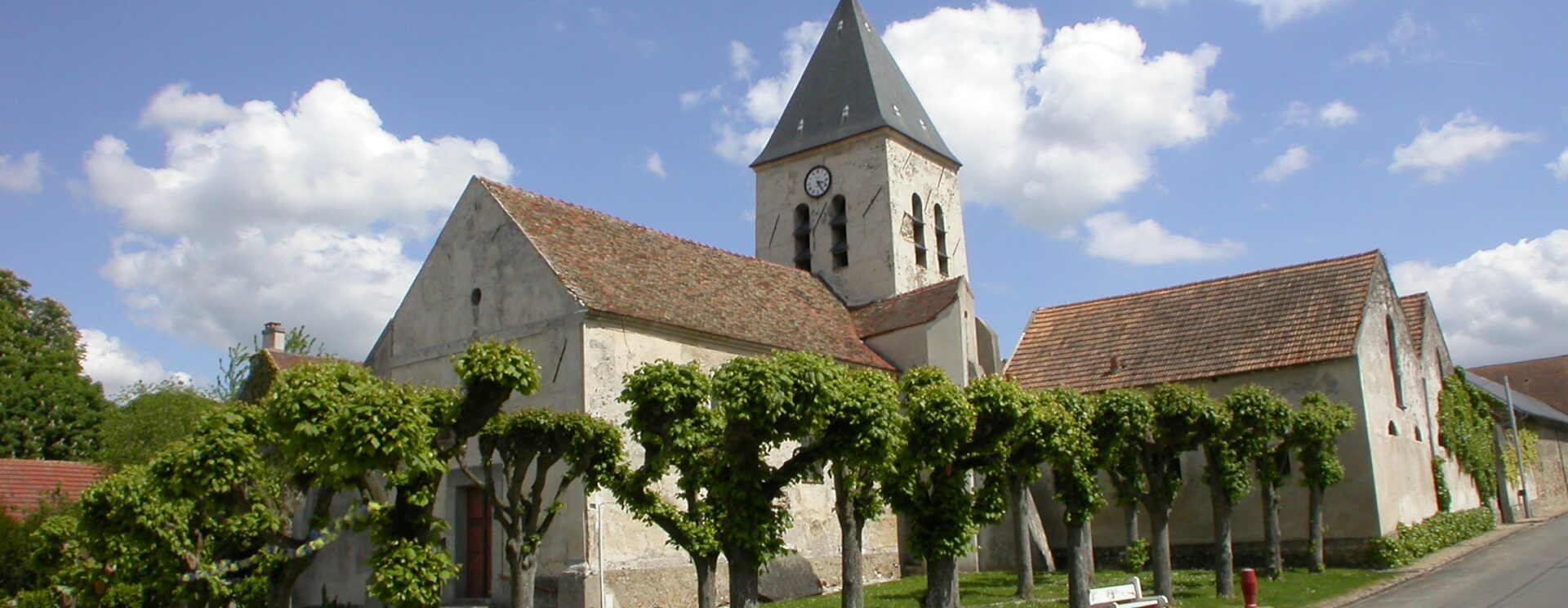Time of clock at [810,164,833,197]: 3:24
